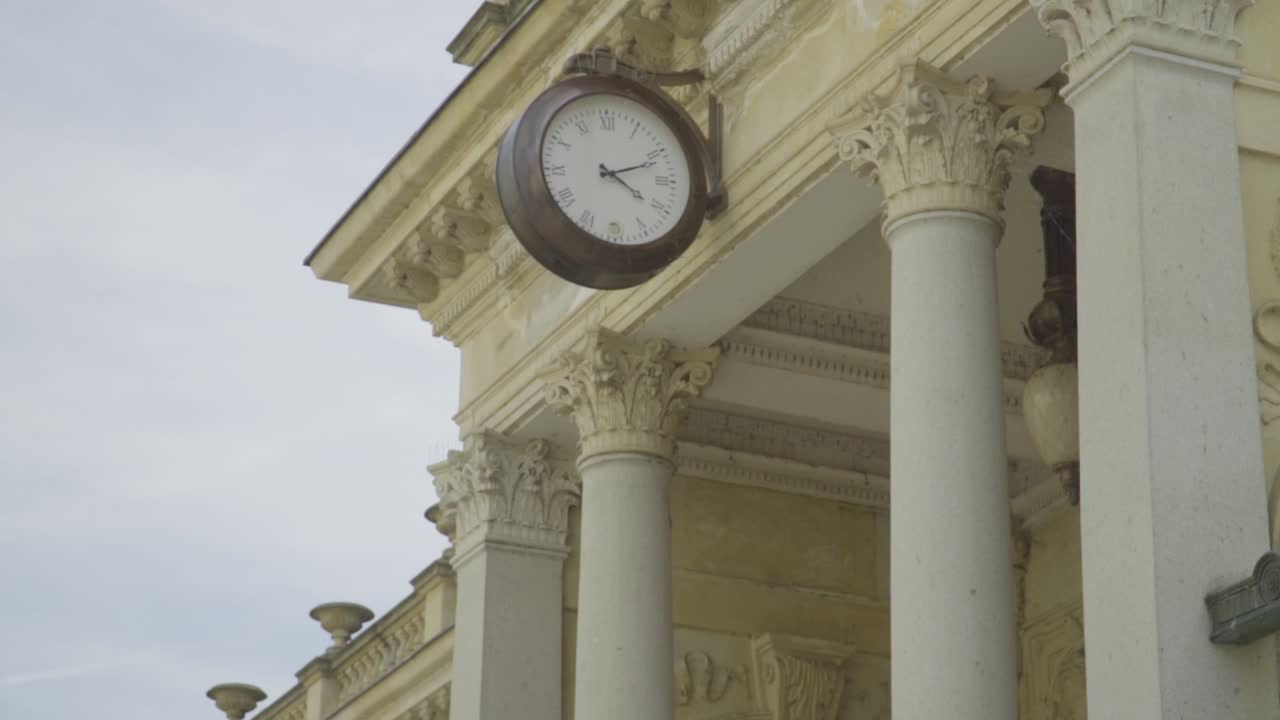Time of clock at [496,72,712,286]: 4:11
